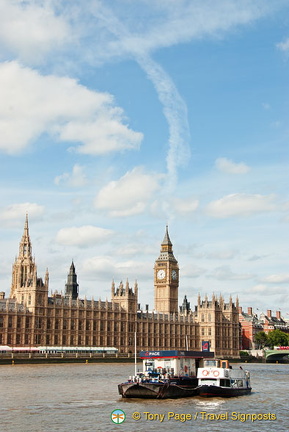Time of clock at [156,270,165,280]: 8:27
